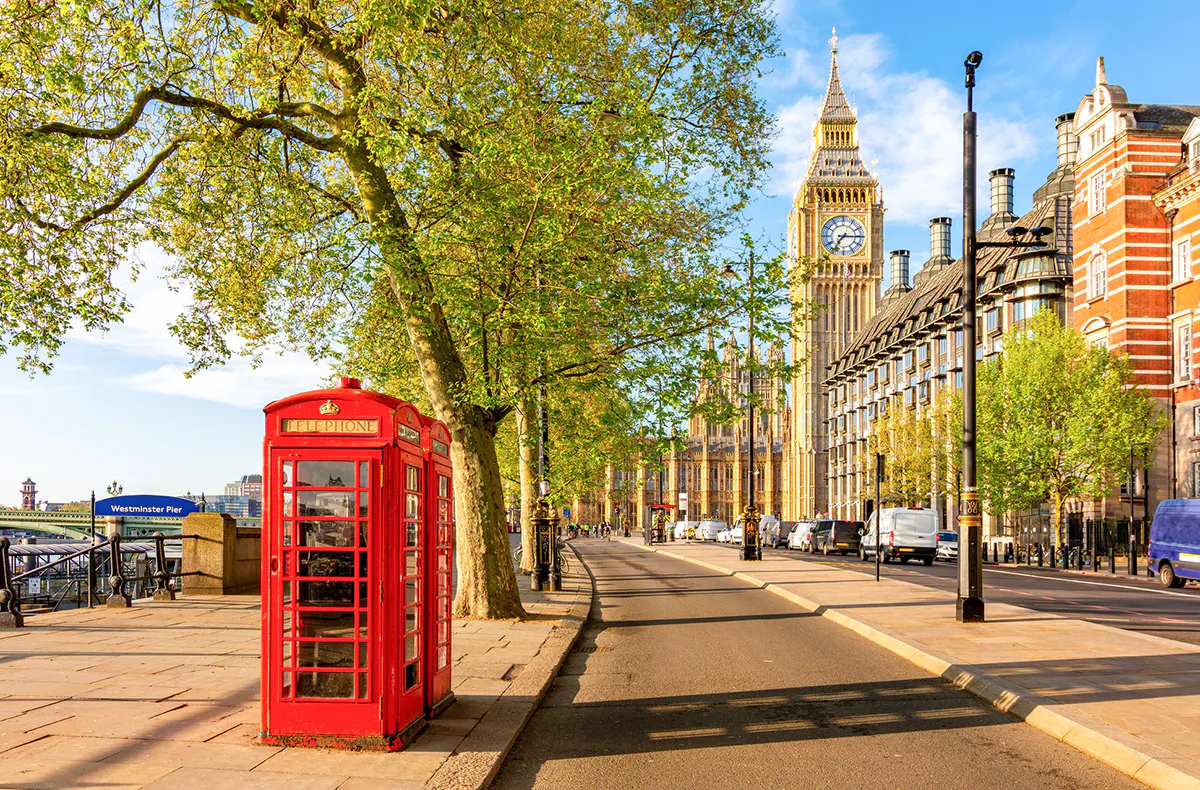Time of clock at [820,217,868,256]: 7:15
